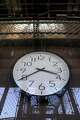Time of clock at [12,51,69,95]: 3:40
